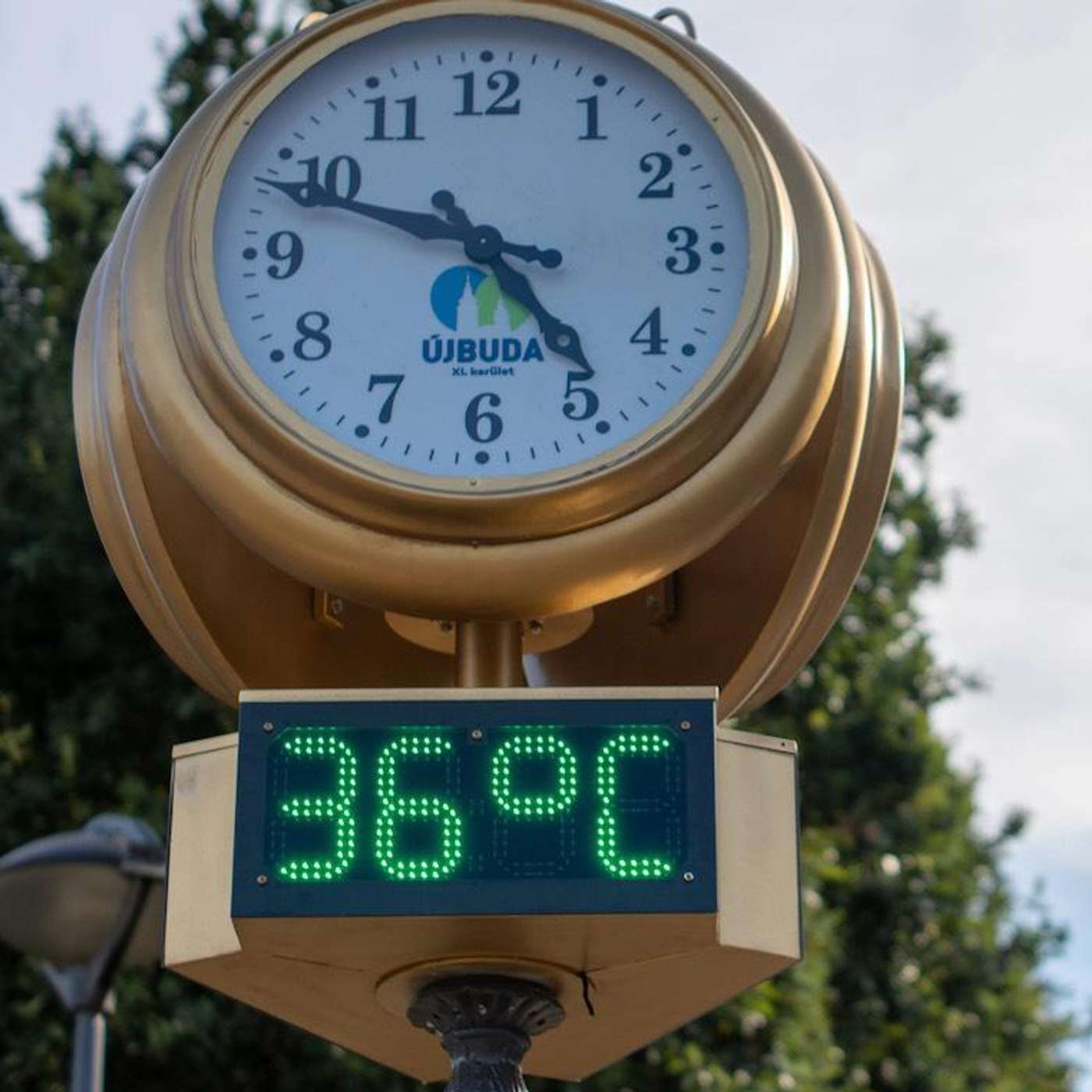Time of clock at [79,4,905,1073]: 4:48
